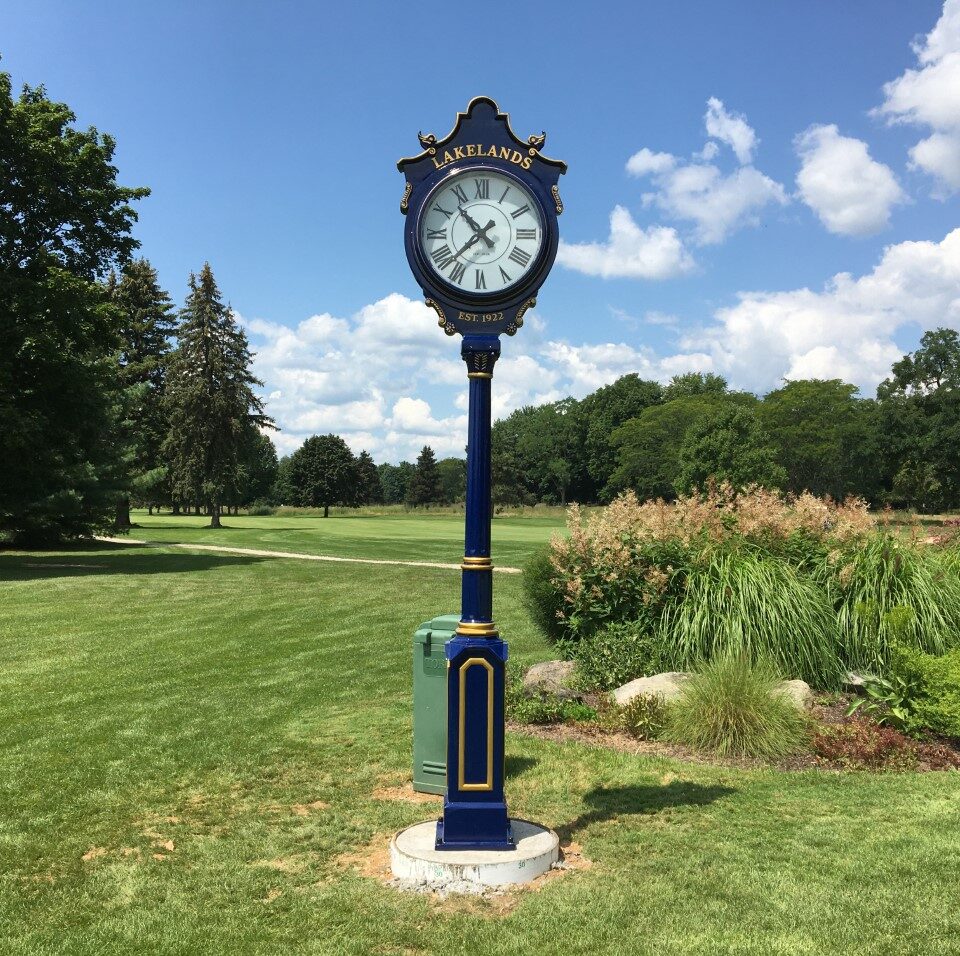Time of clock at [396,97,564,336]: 10:37
